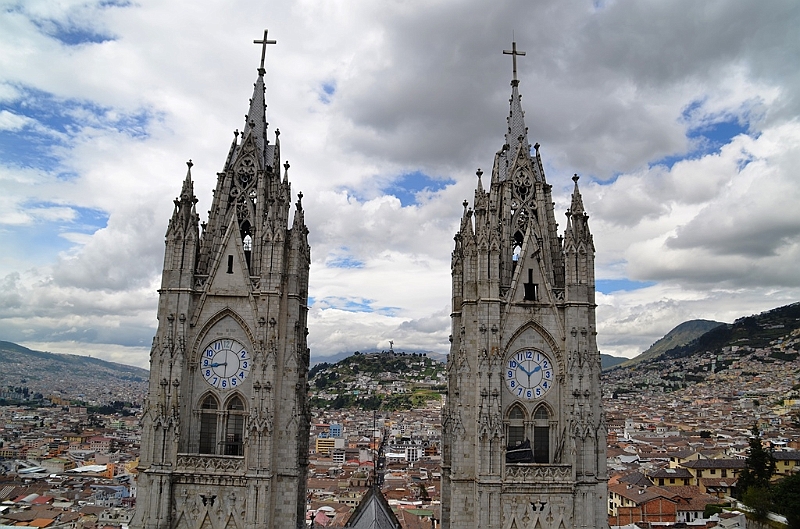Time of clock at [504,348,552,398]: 1:51
